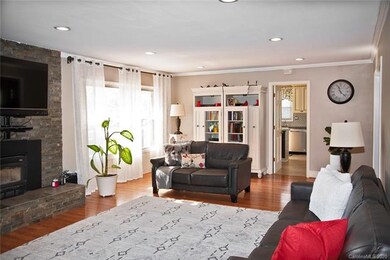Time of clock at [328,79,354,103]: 11:22
